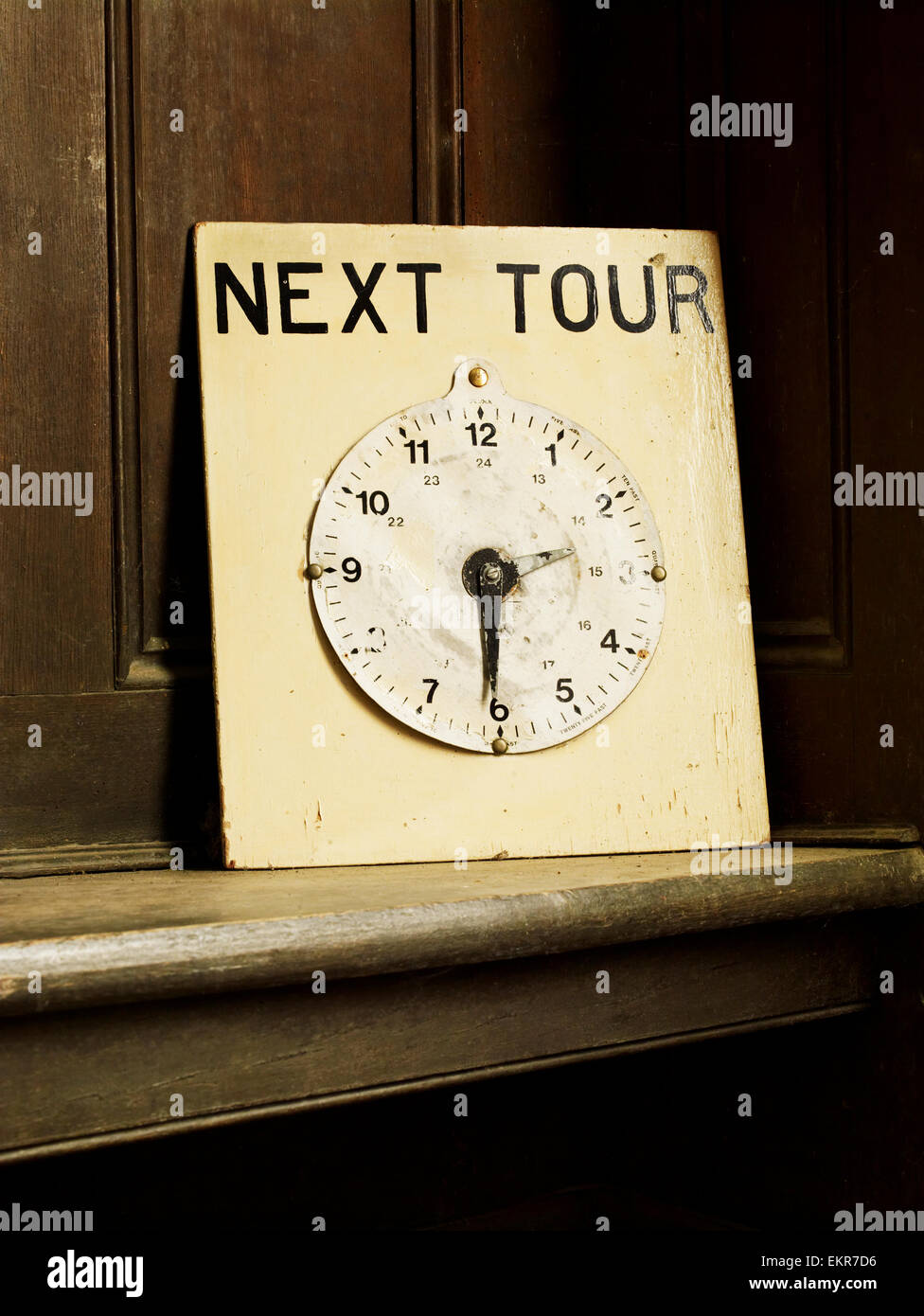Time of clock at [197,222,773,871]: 2:30
